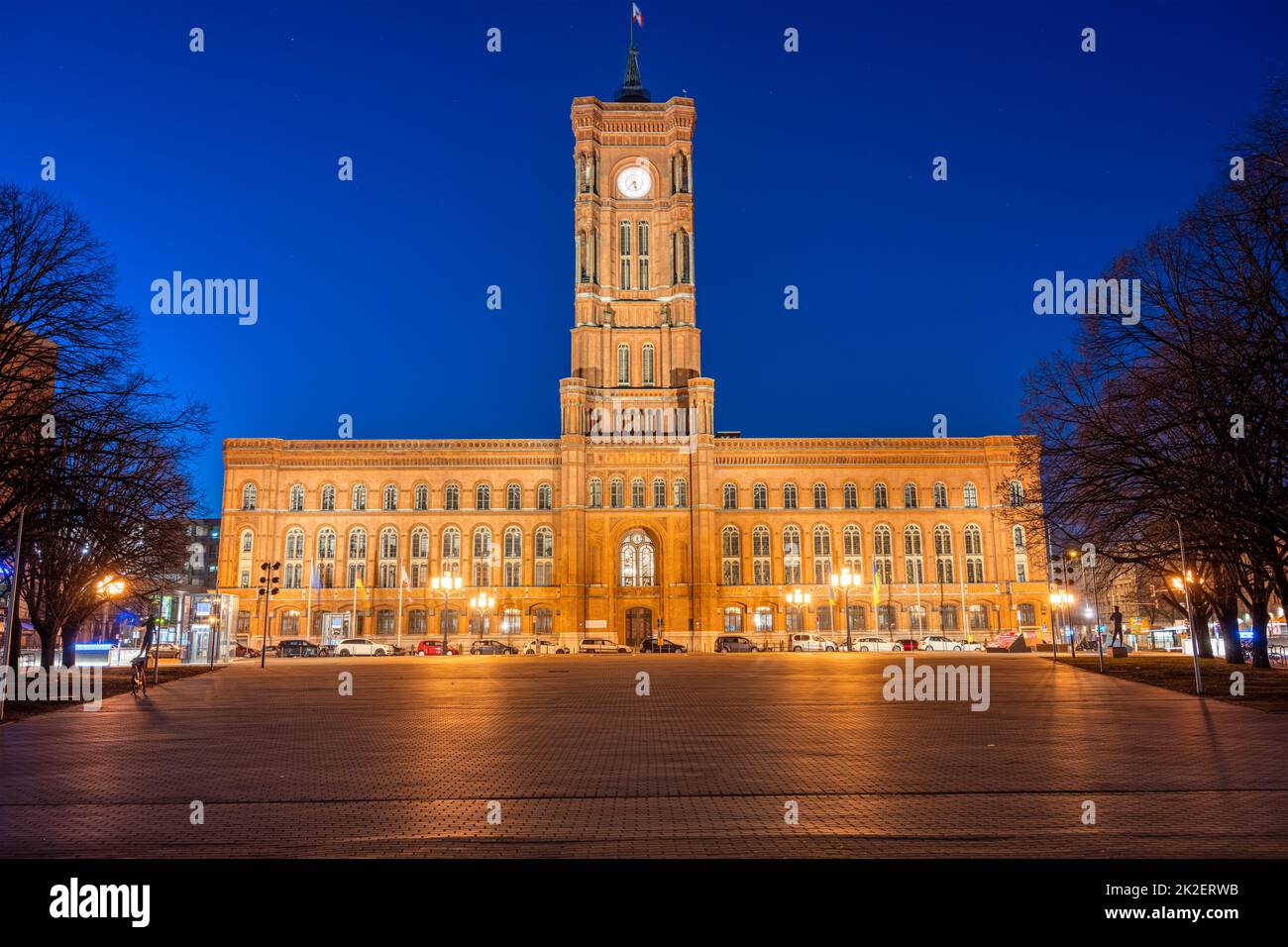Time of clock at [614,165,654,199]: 5:36
